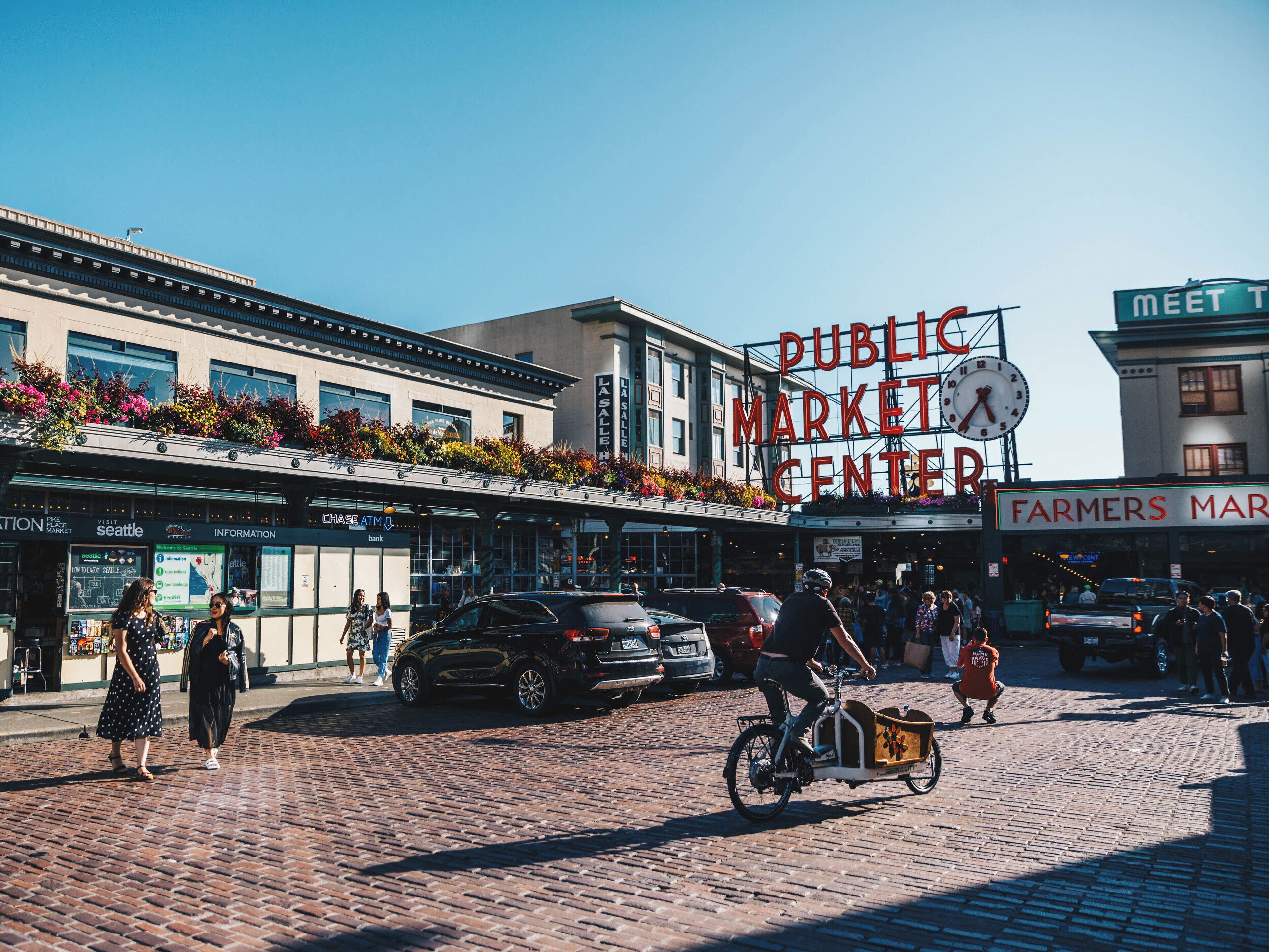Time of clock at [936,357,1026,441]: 5:36
